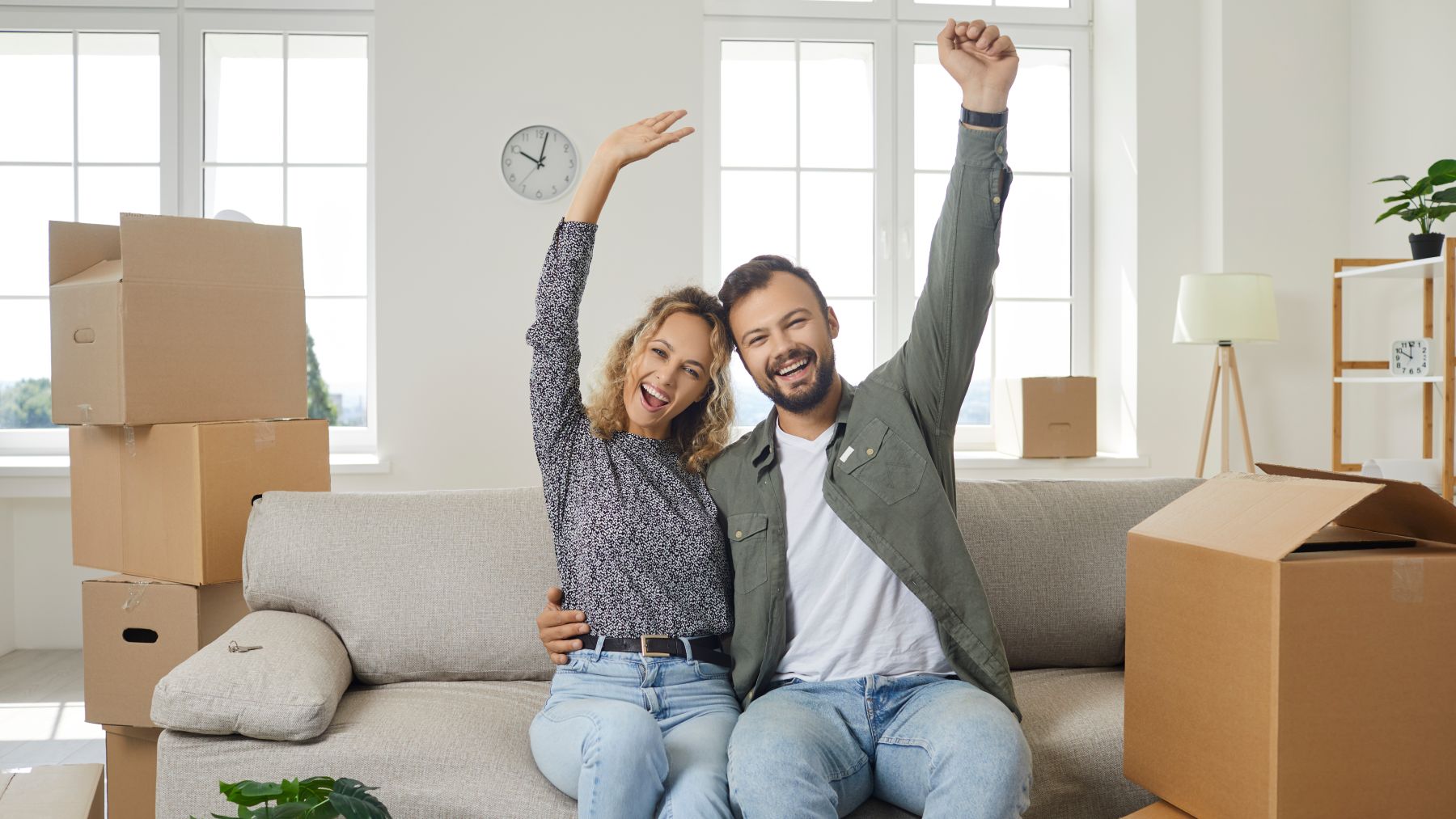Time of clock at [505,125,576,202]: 10:02
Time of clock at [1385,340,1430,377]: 9:59
